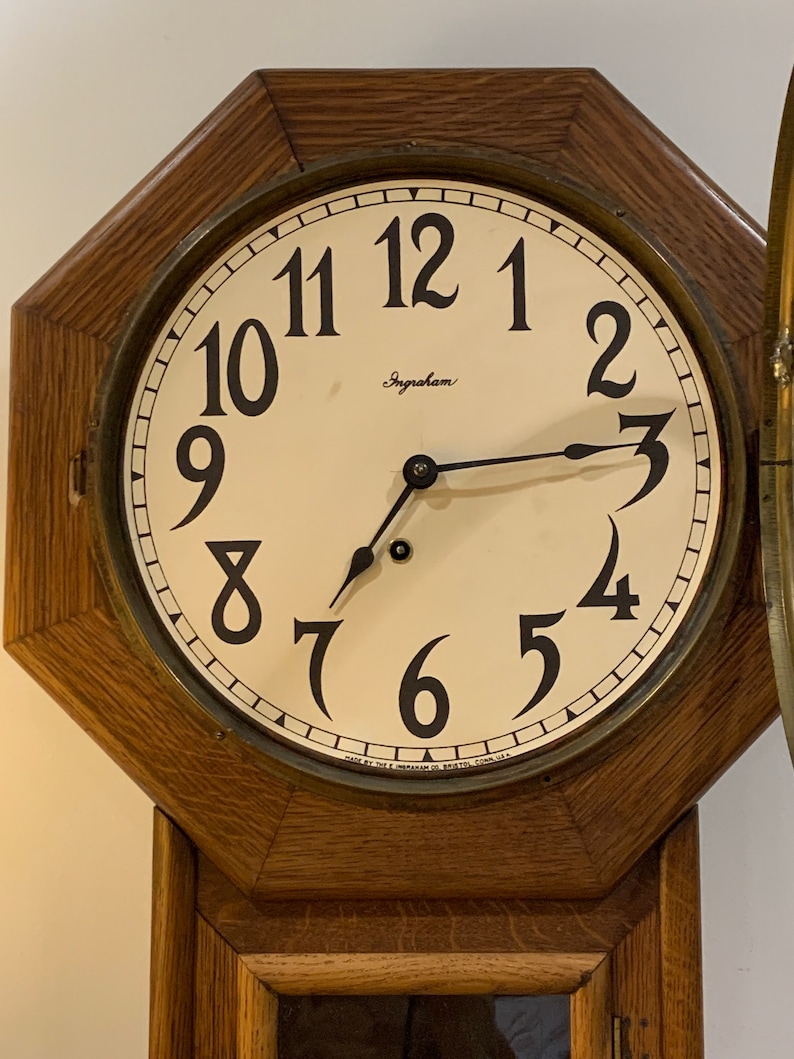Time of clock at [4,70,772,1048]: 7:13
